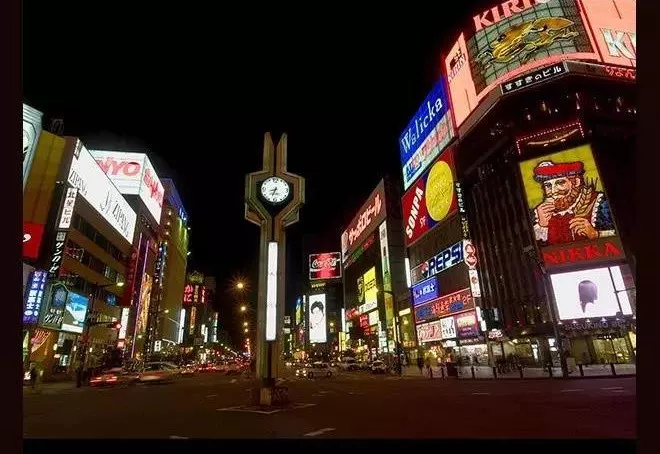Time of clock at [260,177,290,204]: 8:33
